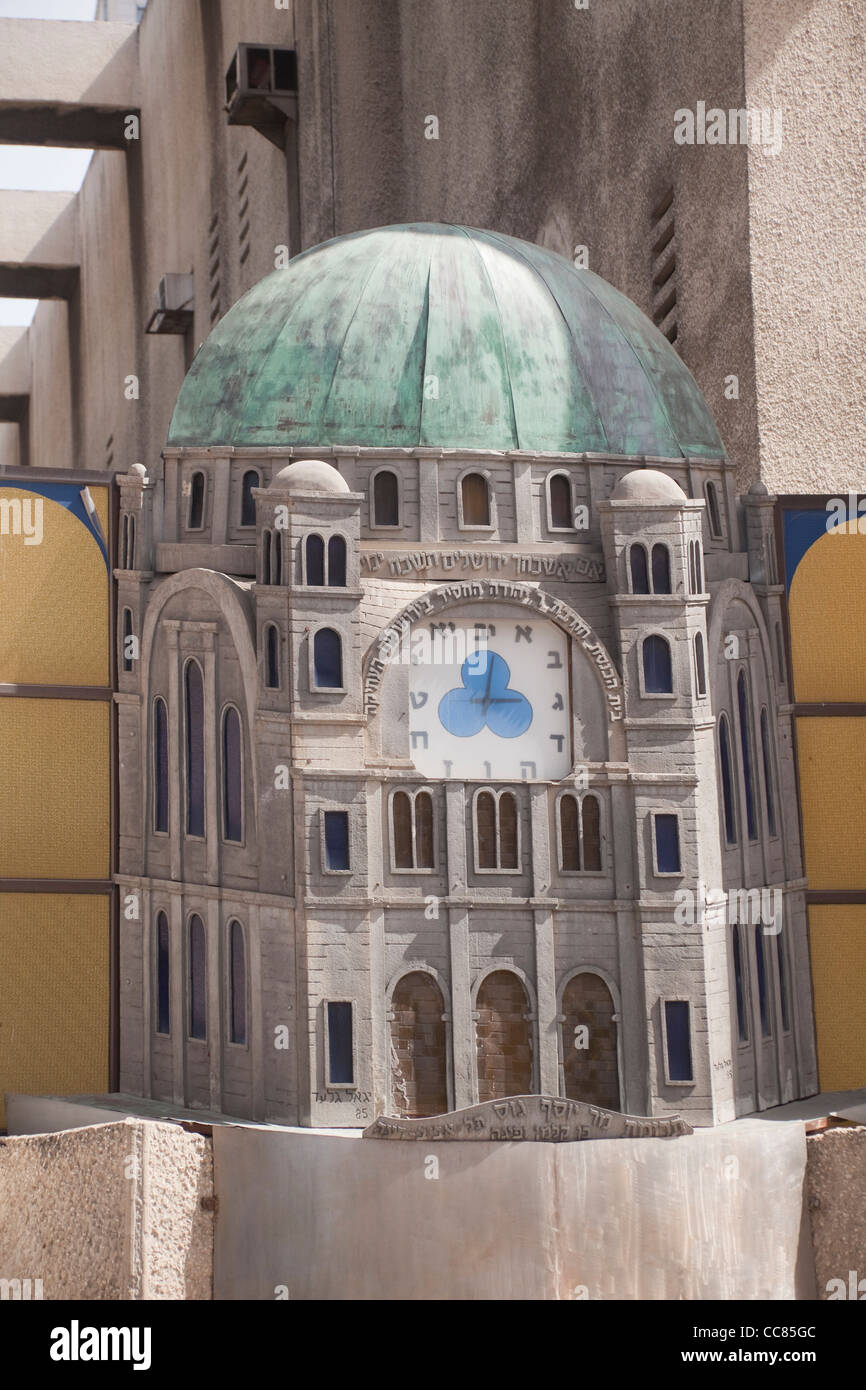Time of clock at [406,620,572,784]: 3:01
